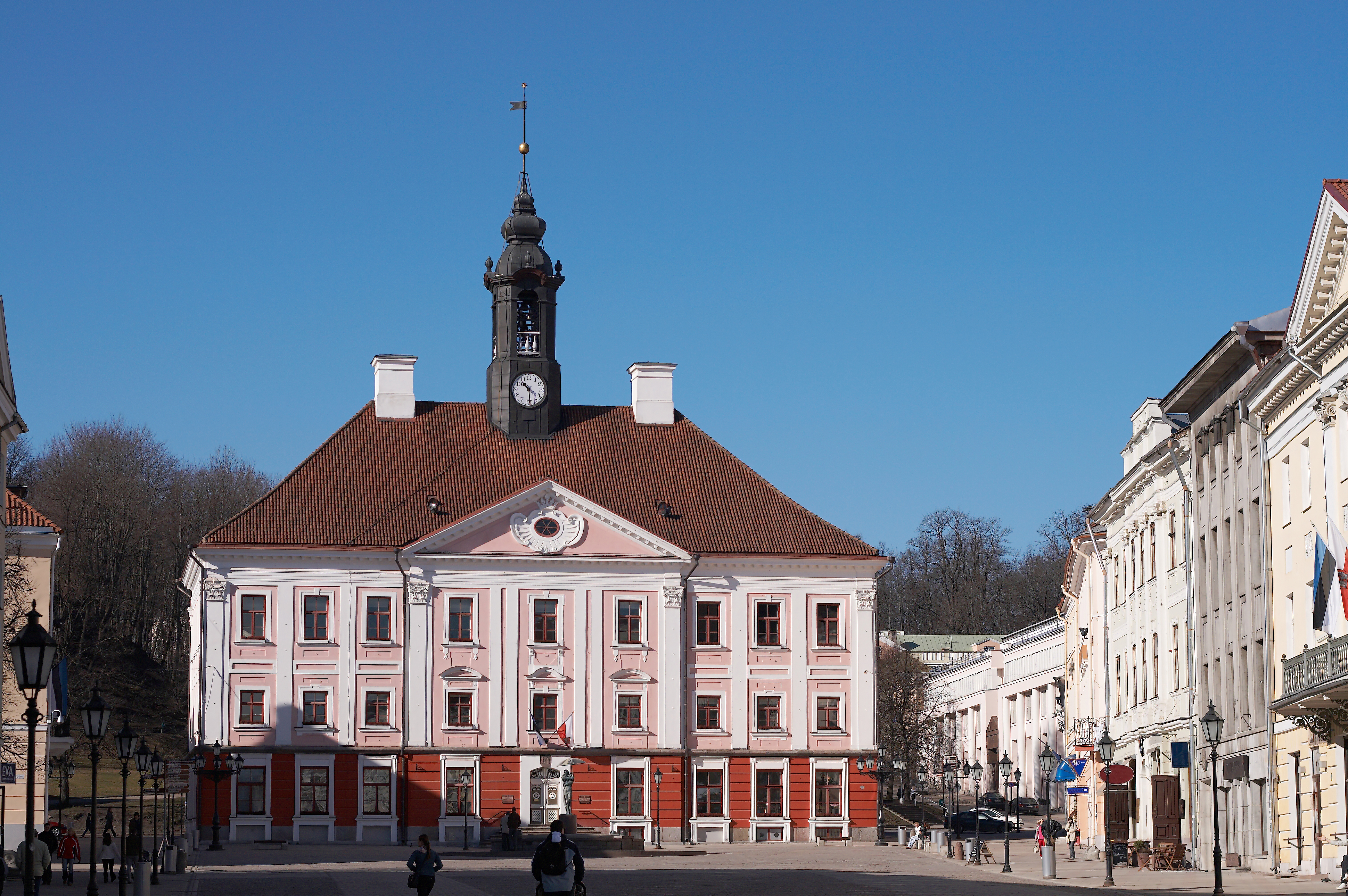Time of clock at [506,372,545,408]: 10:29
